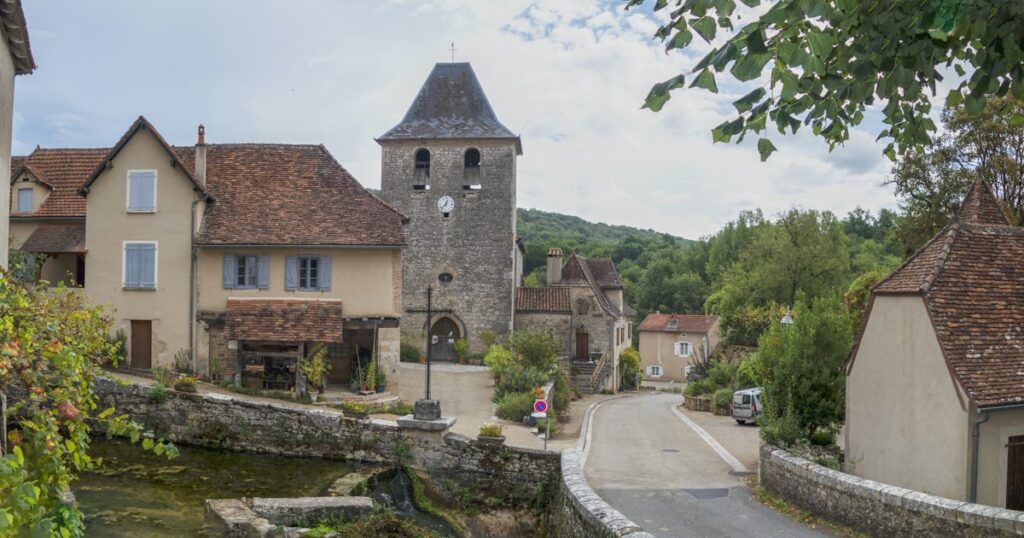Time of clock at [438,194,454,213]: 12:37
